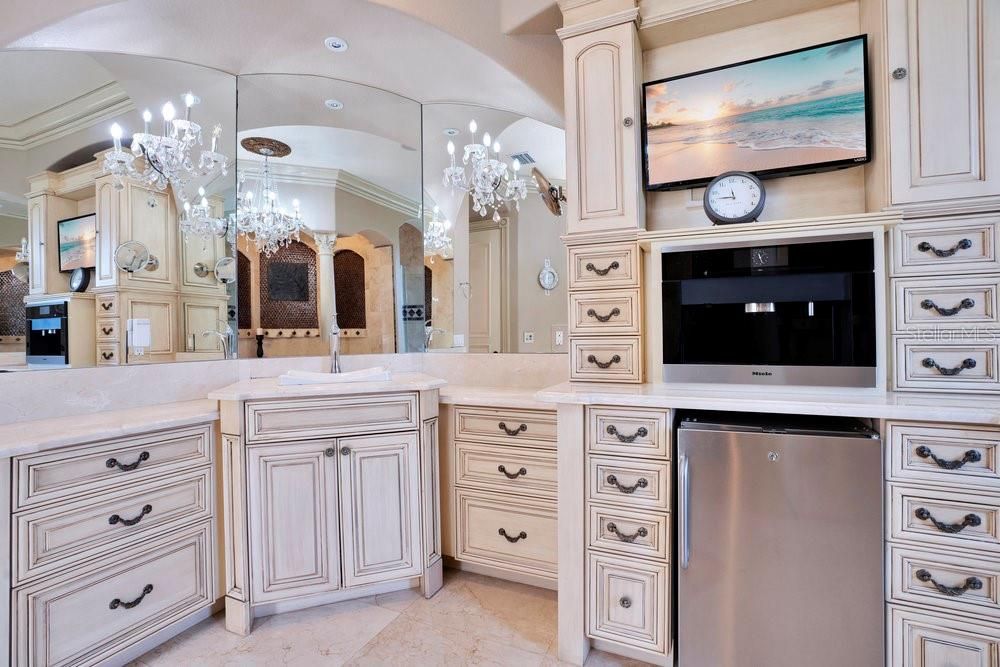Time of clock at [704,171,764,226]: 11:46
